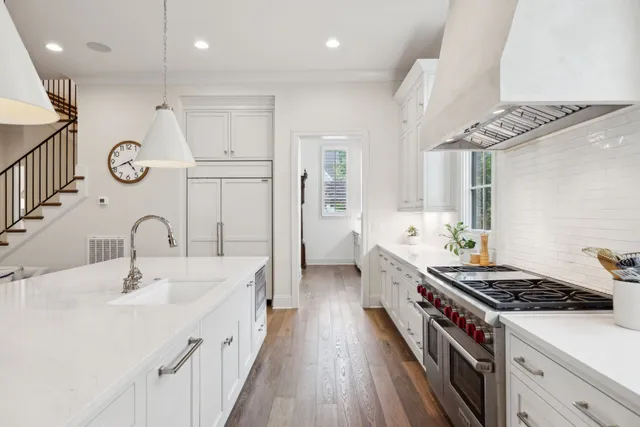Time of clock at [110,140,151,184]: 4:41
